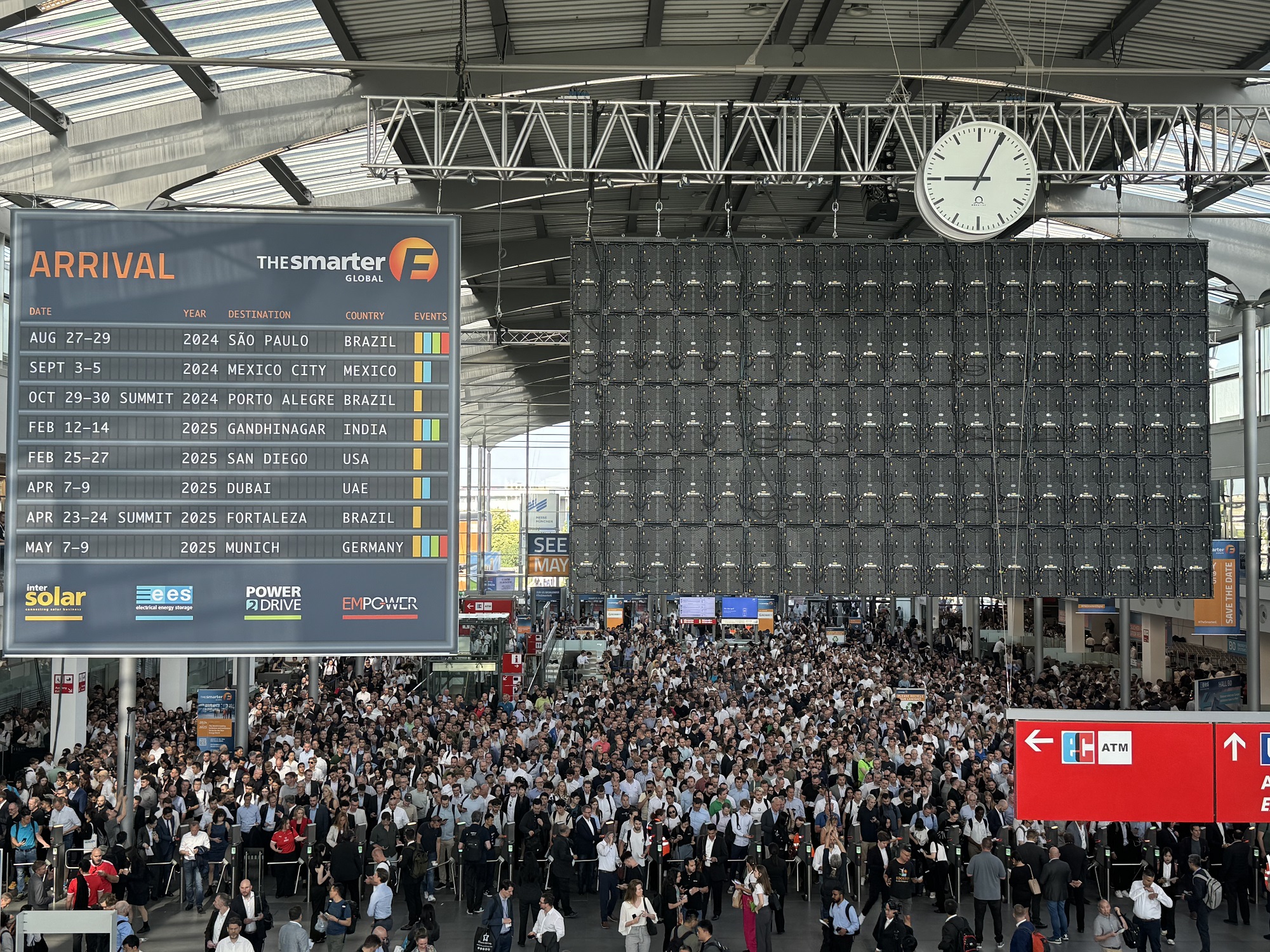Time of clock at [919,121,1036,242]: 9:04
